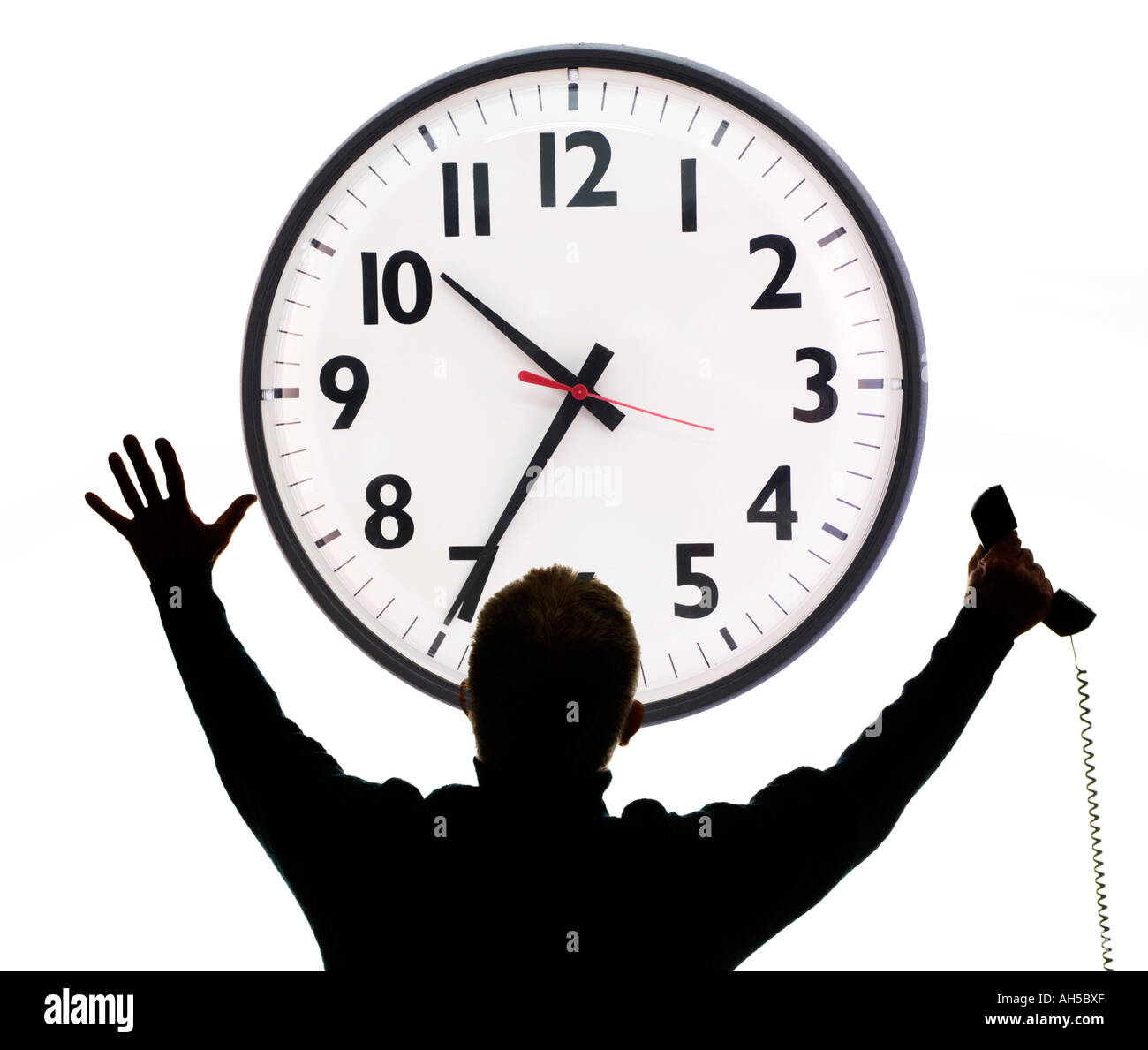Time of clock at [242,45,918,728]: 10:35
